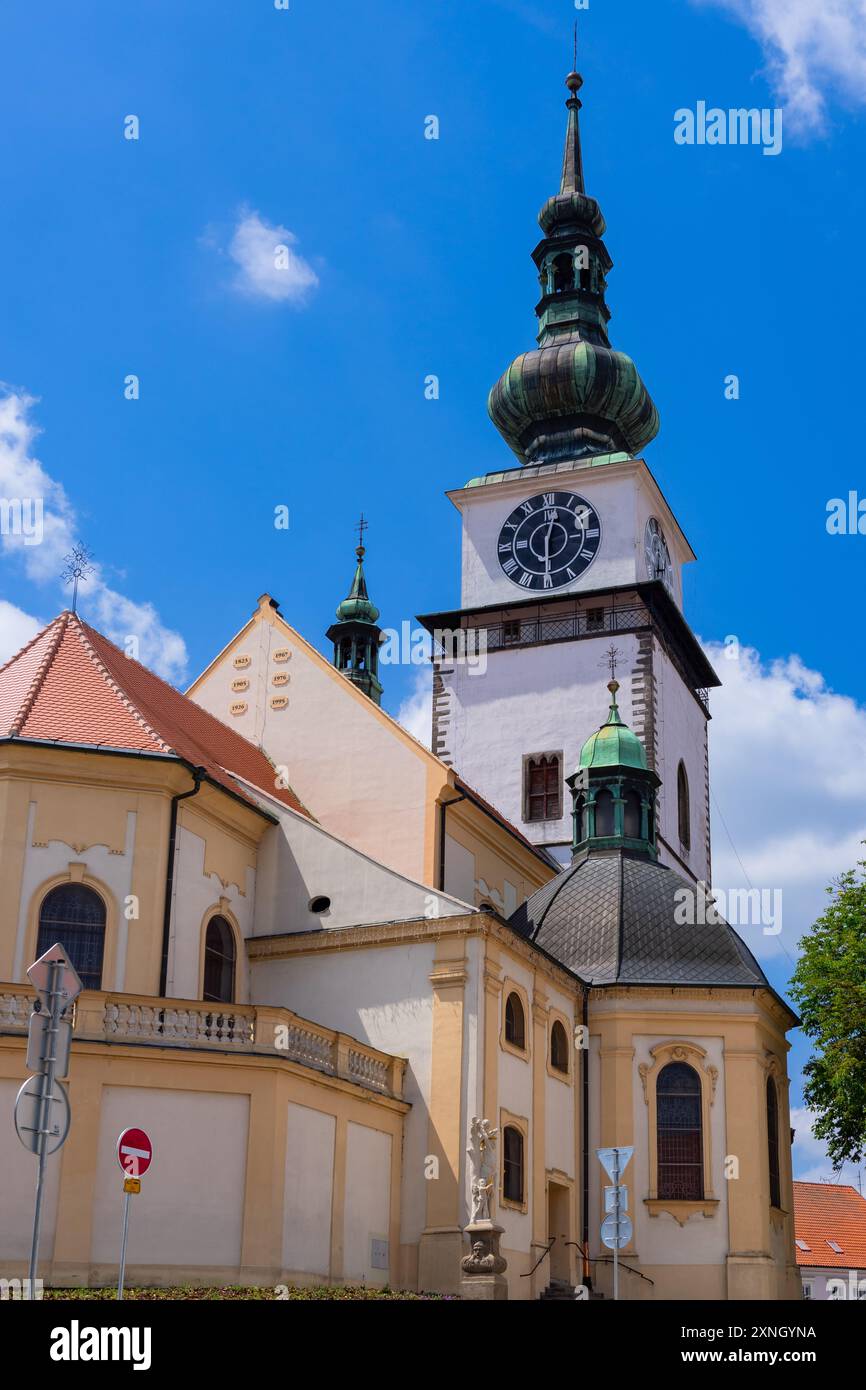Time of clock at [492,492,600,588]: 12:30
